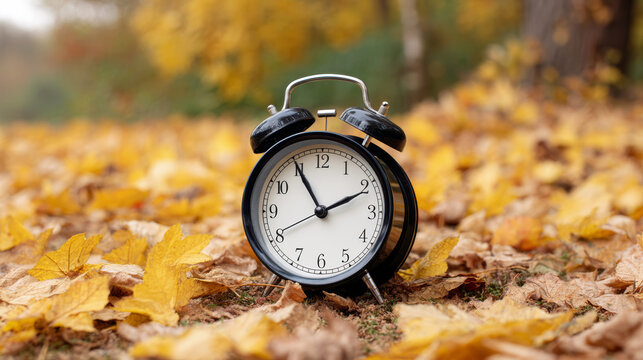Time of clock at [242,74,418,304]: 1:55
